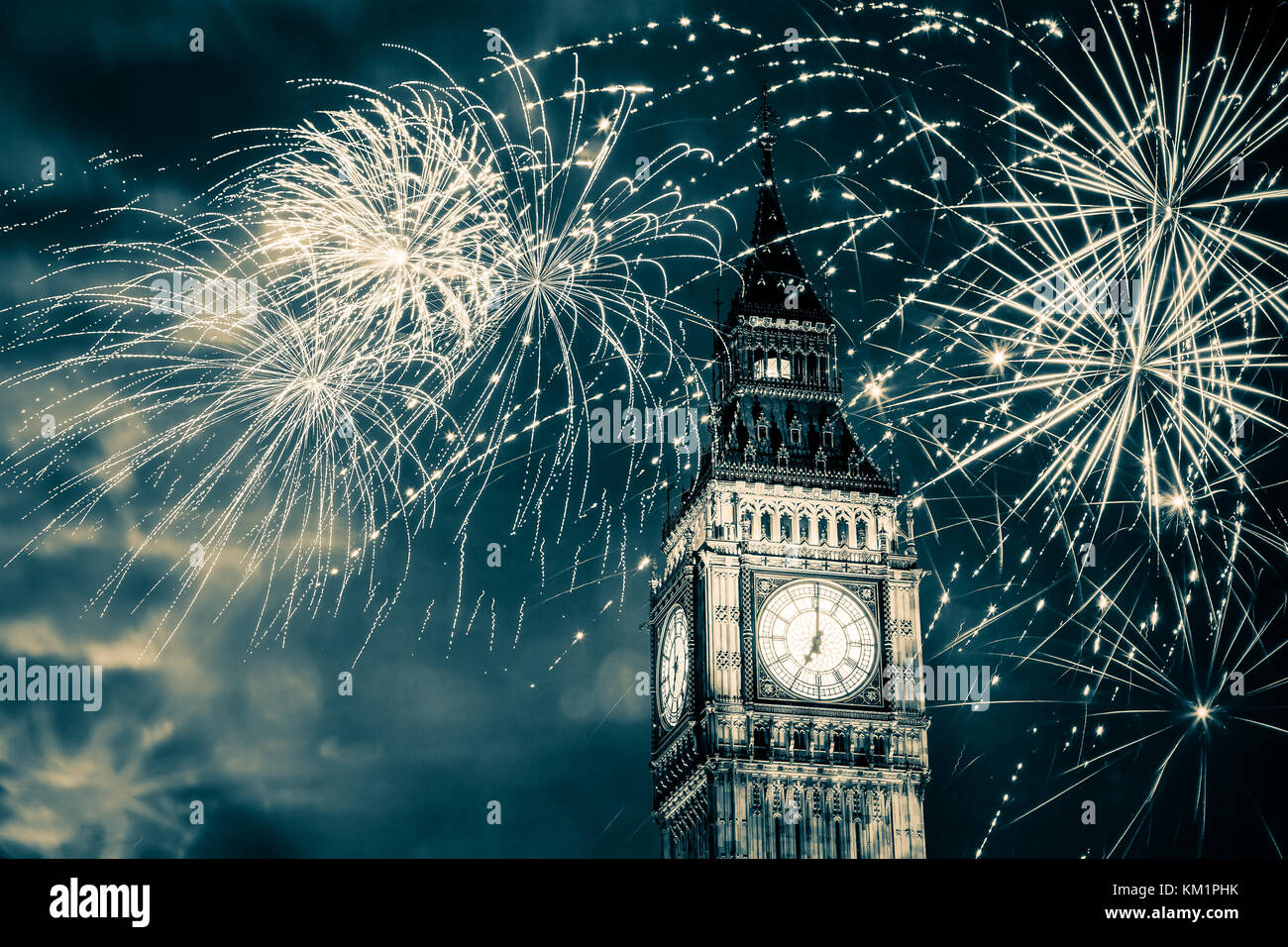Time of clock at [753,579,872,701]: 7:00
